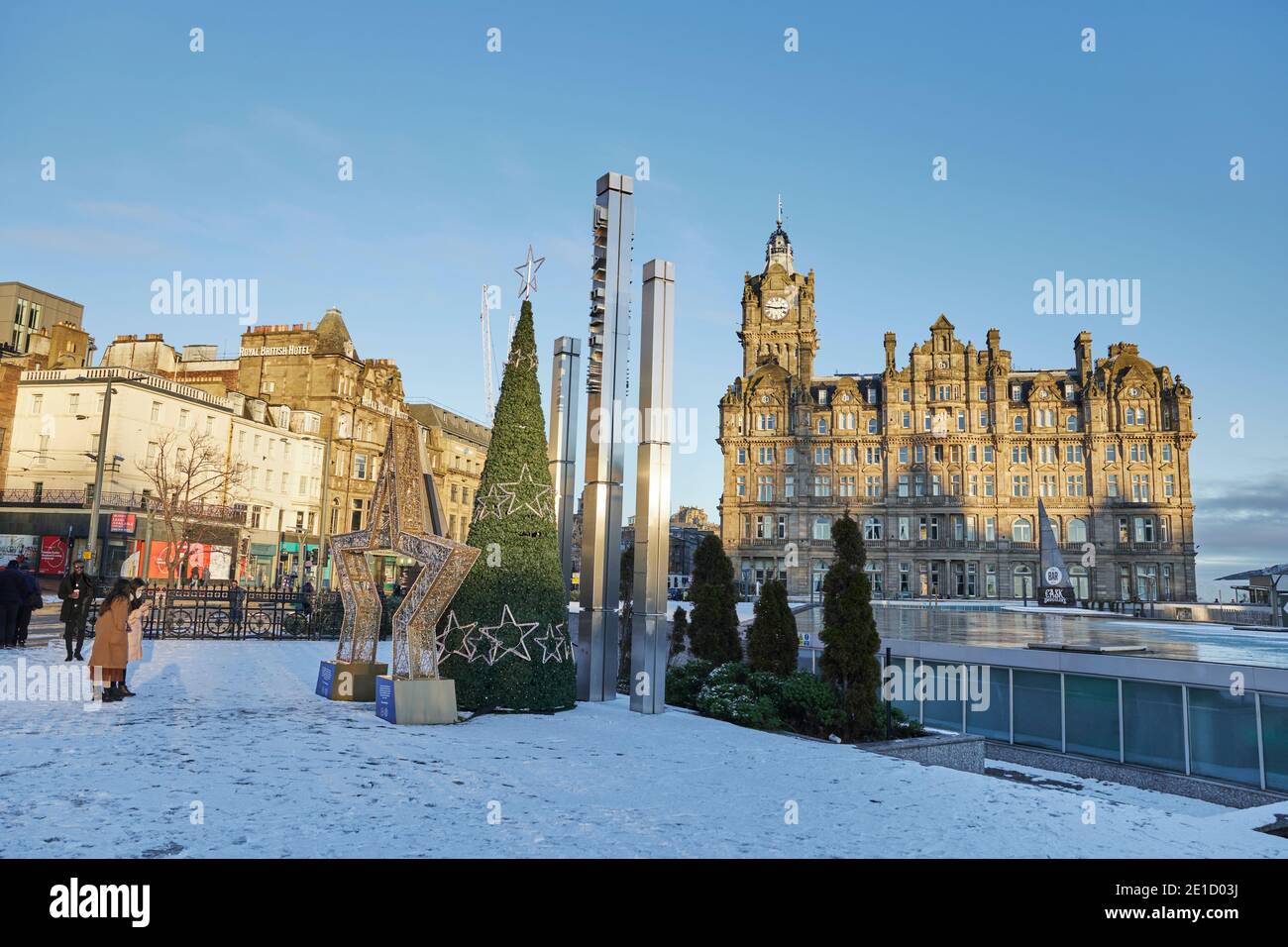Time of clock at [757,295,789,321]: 2:46
